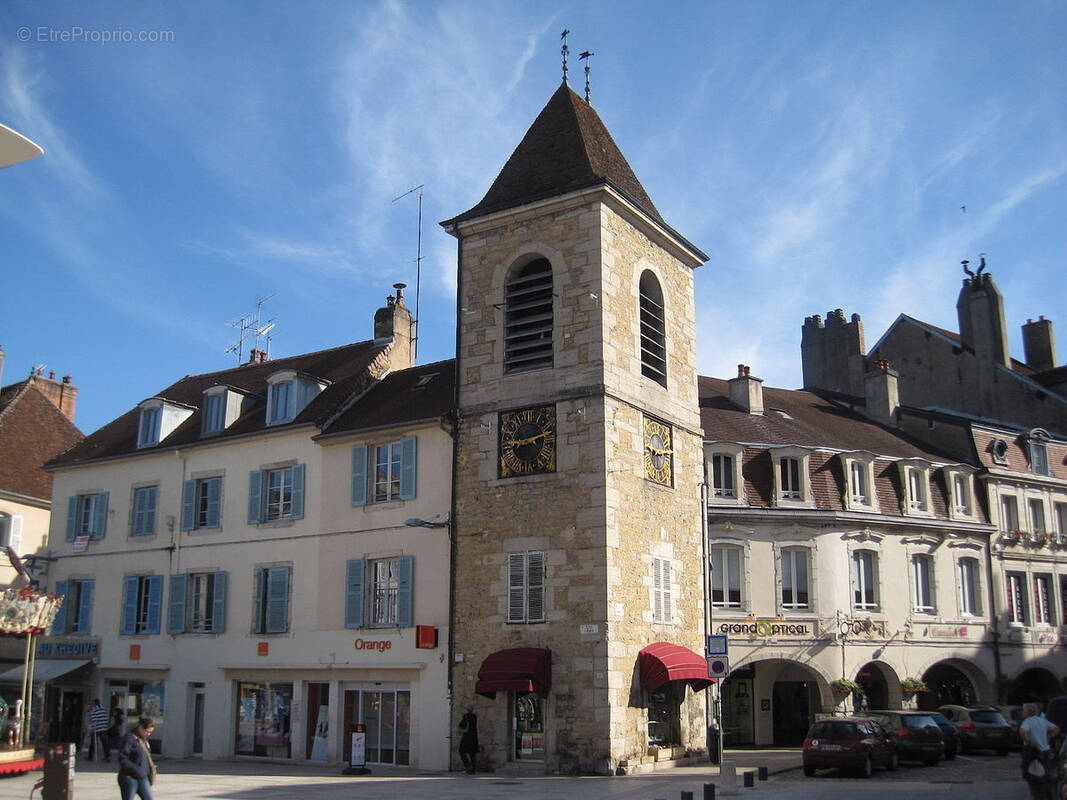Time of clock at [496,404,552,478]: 9:12
